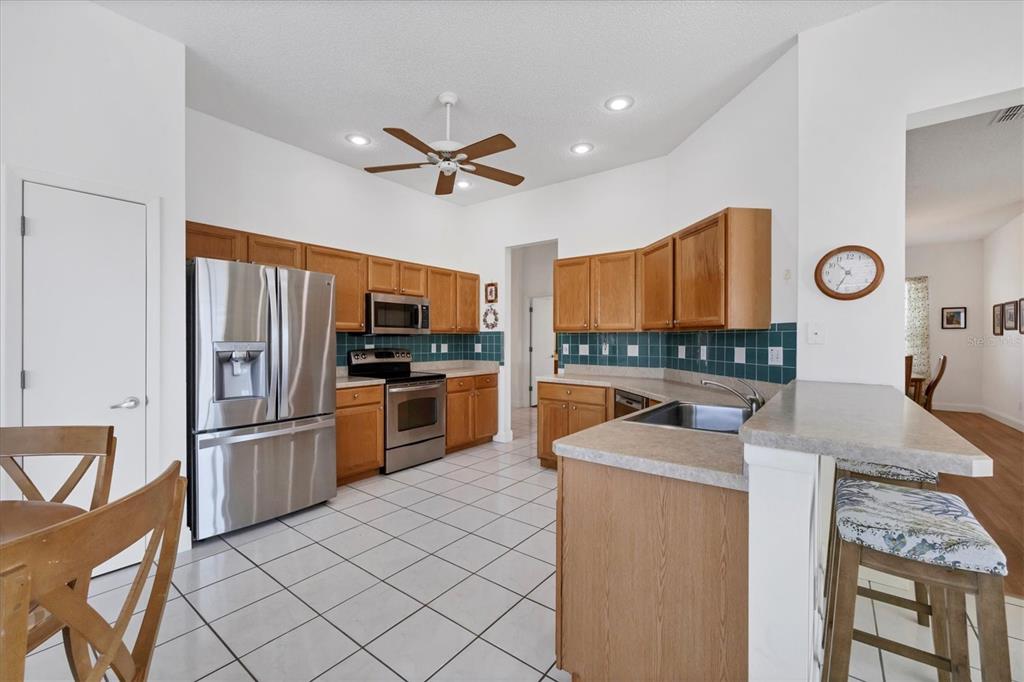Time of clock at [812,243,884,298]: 10:34
